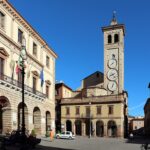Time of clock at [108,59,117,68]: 7:37
